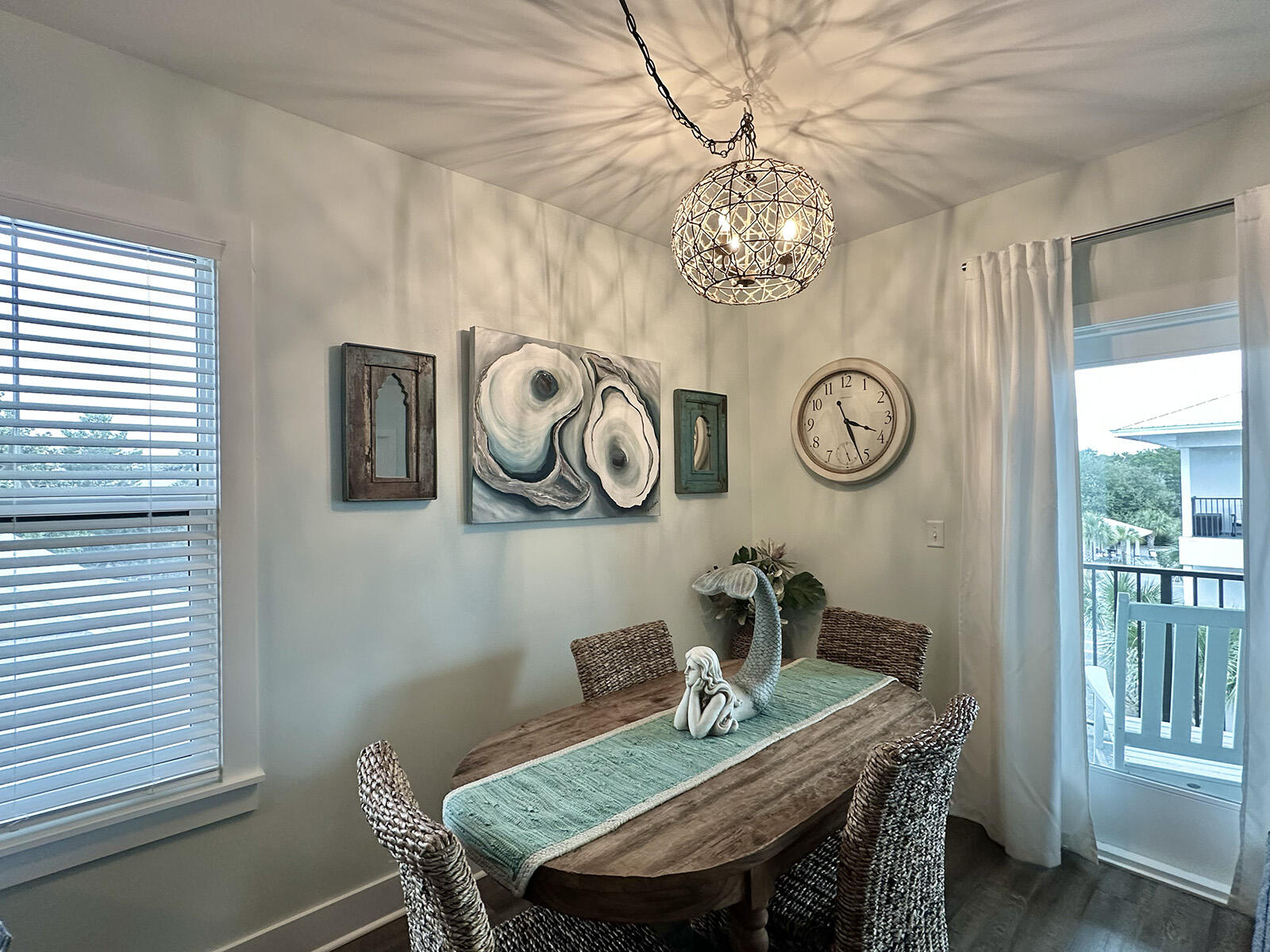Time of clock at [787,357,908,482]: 3:26
